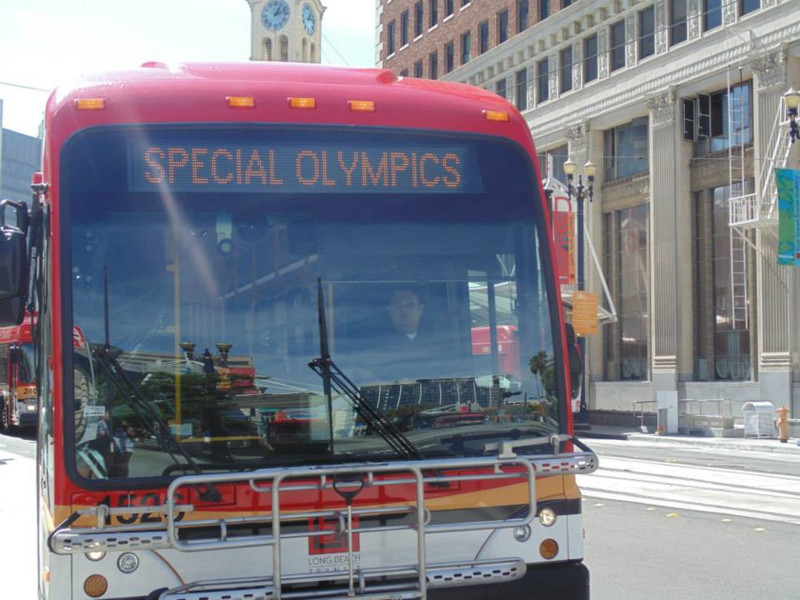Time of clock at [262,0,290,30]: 1:11
